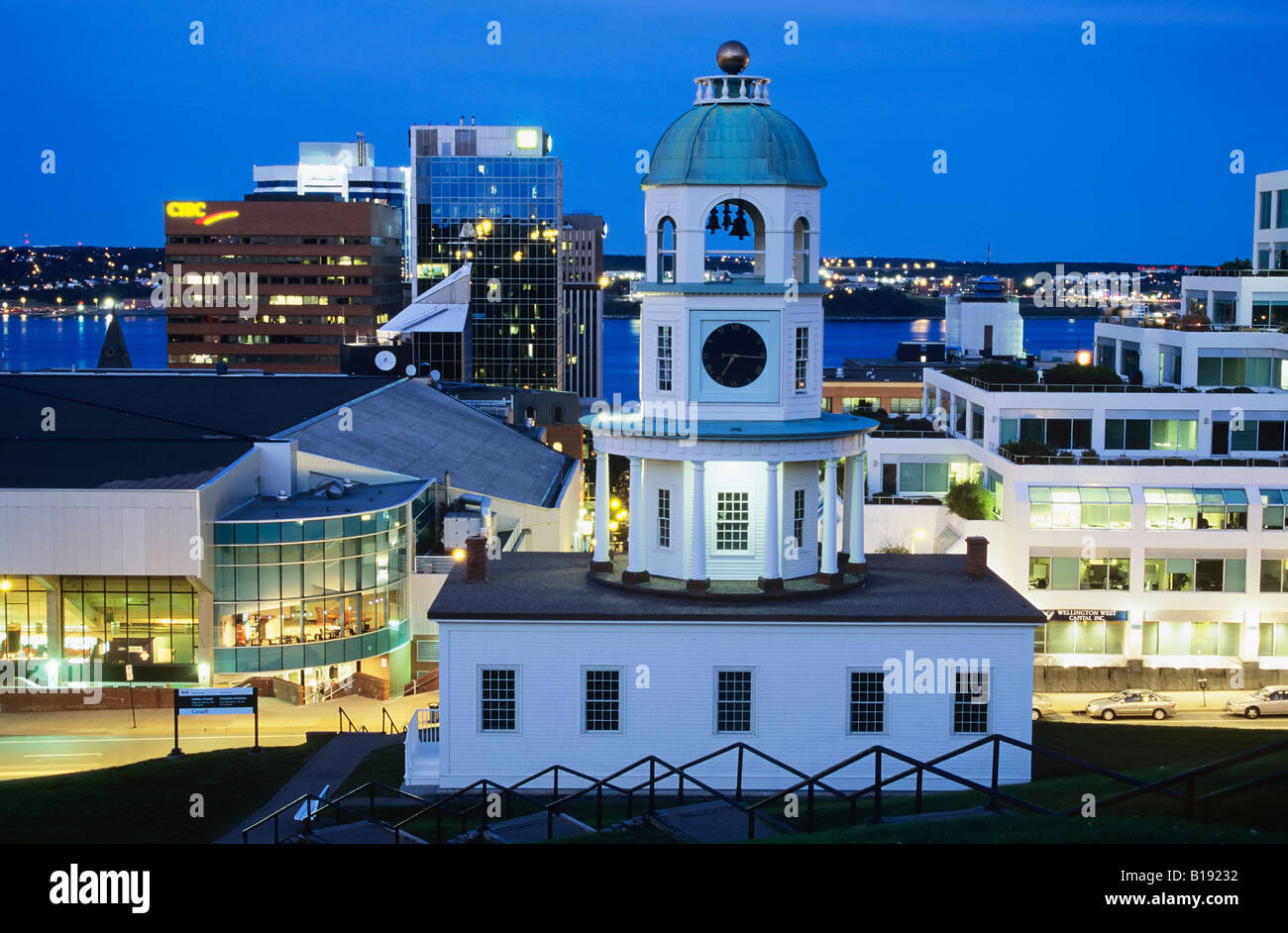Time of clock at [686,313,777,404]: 7:15
